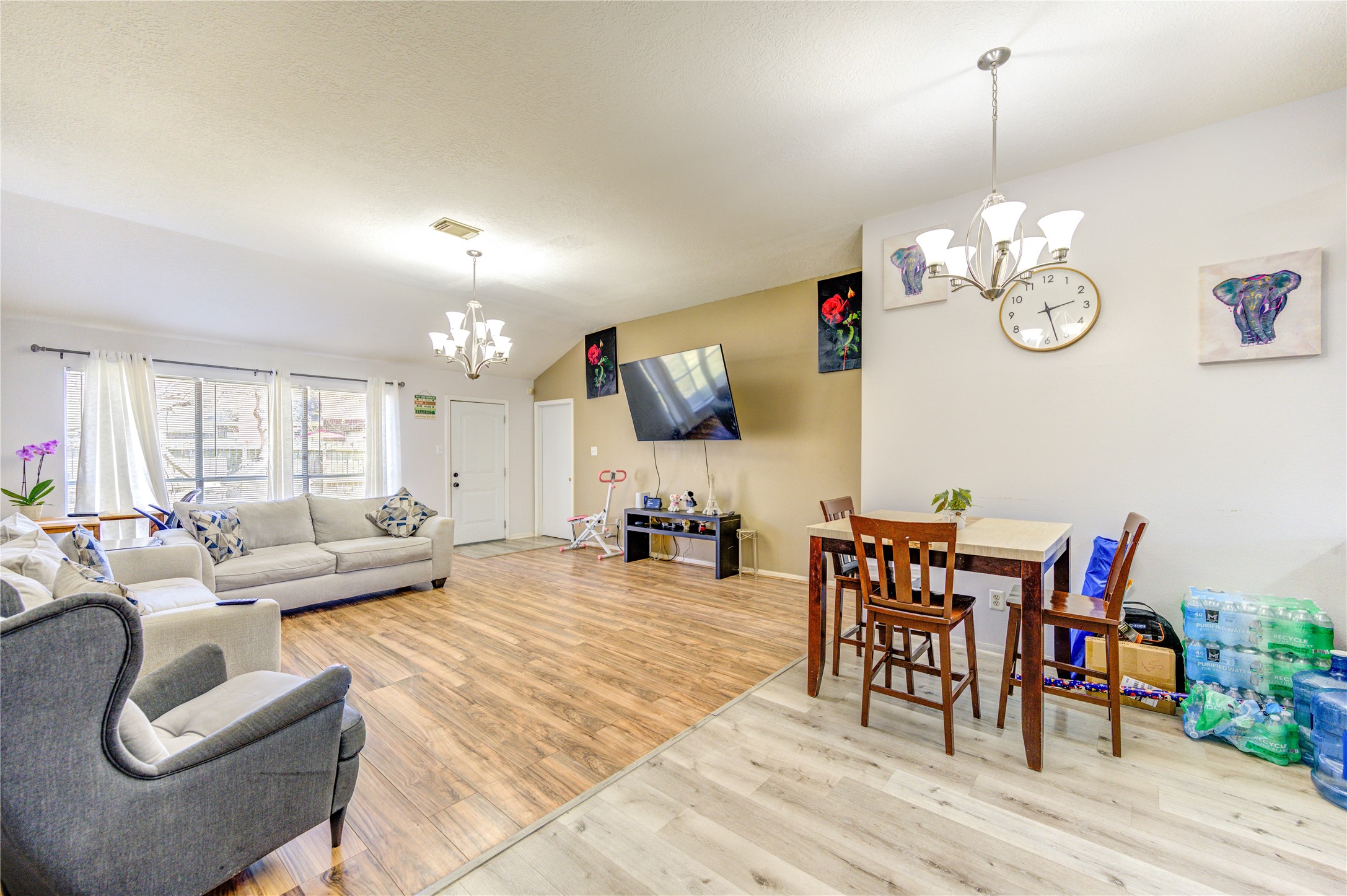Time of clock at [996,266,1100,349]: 2:27
